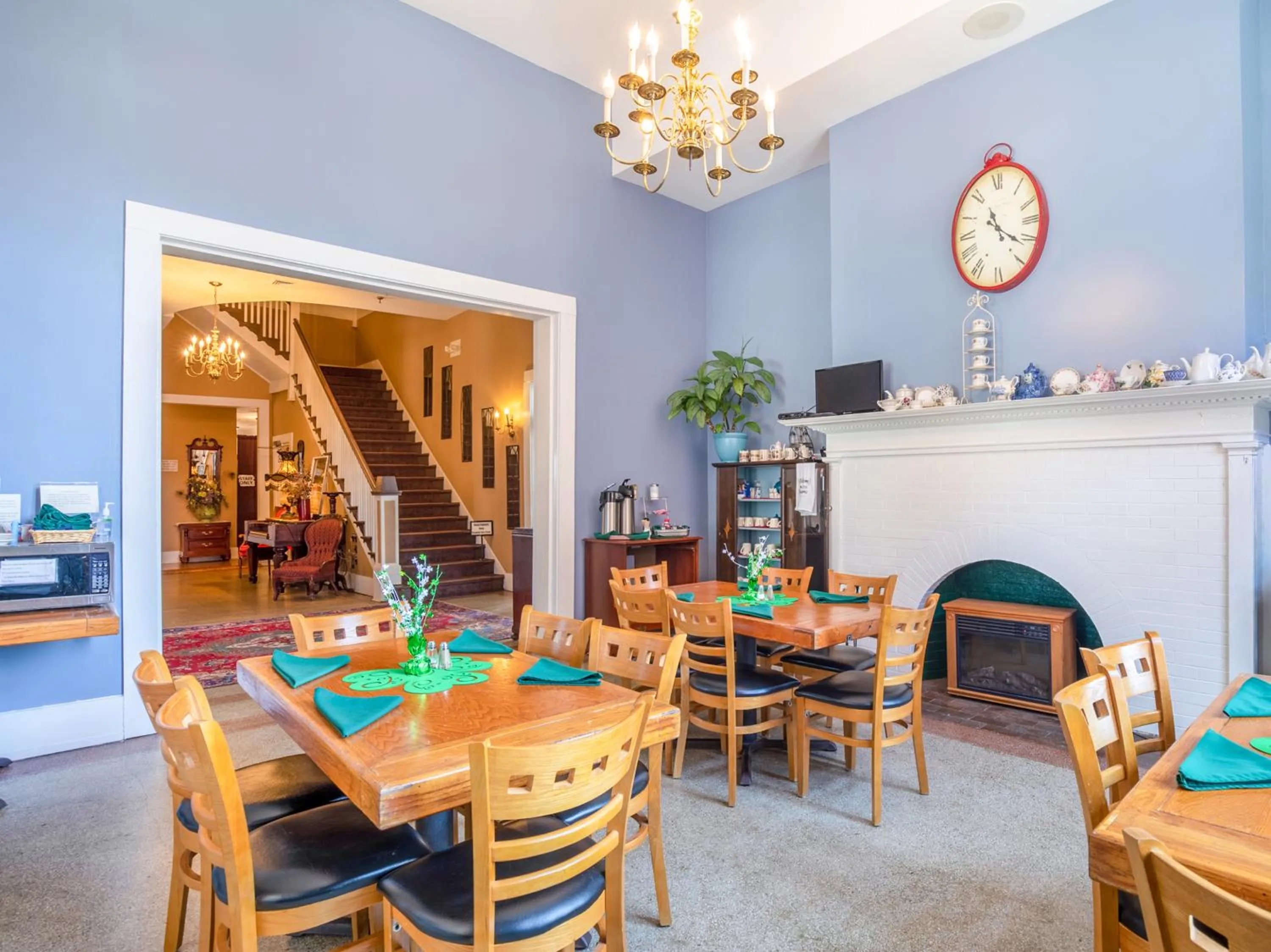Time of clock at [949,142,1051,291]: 11:21
